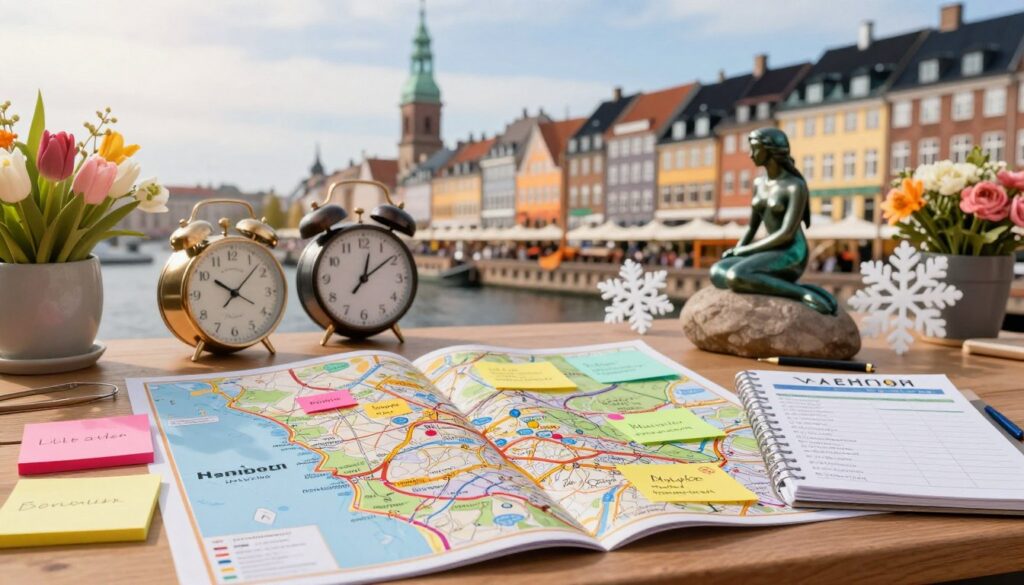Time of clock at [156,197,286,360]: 10:07
